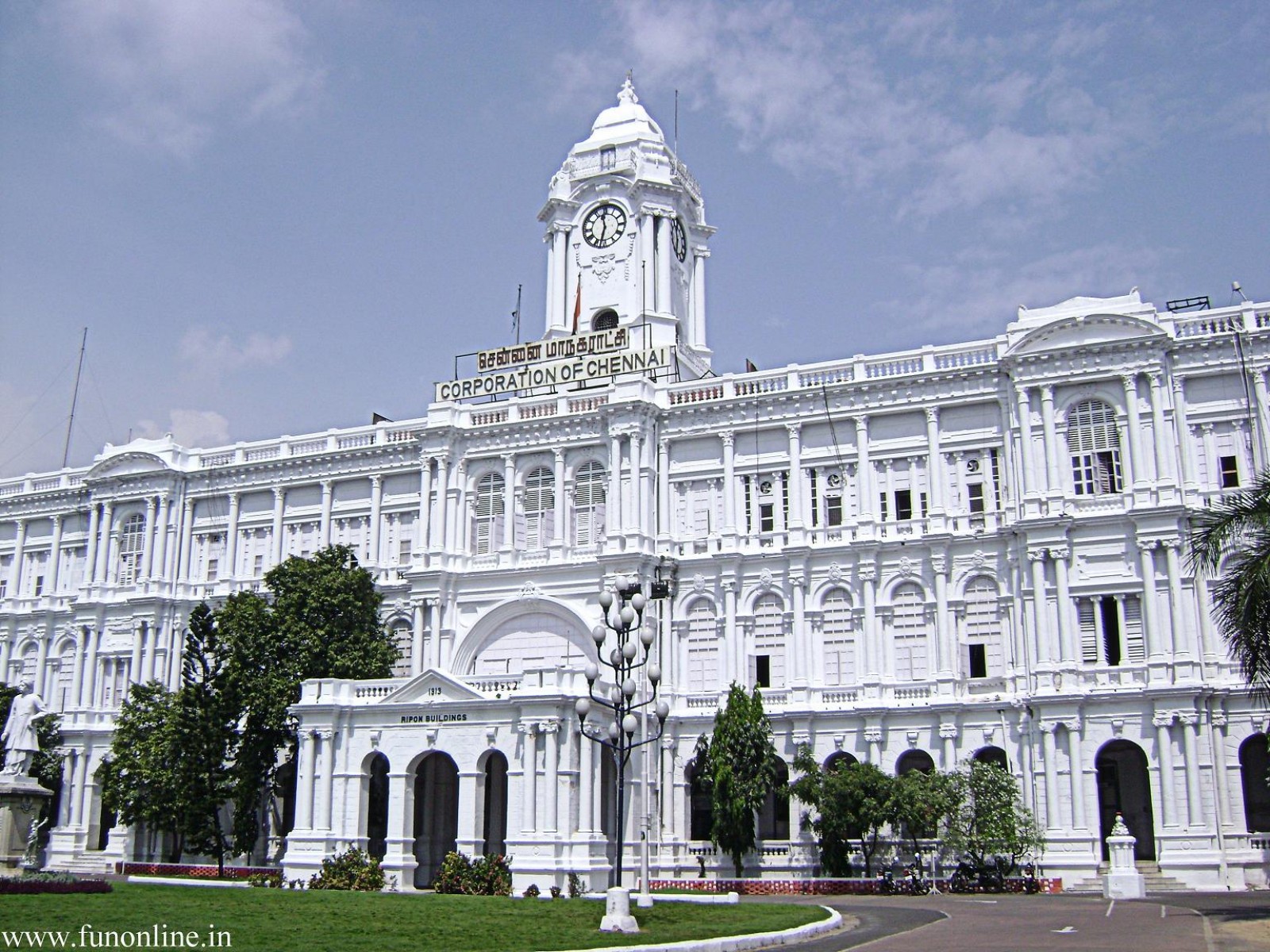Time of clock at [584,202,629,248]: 11:32
